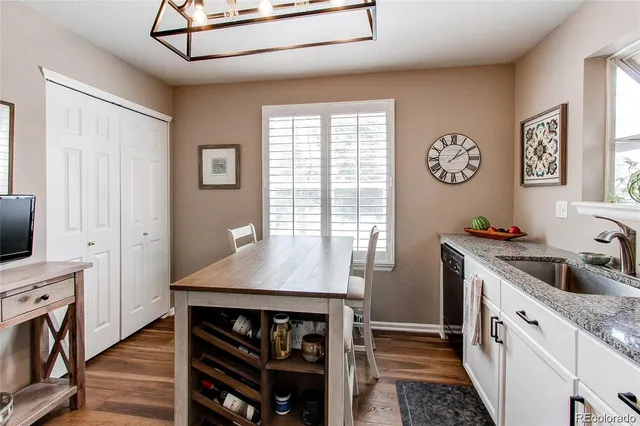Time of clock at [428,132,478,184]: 1:09
